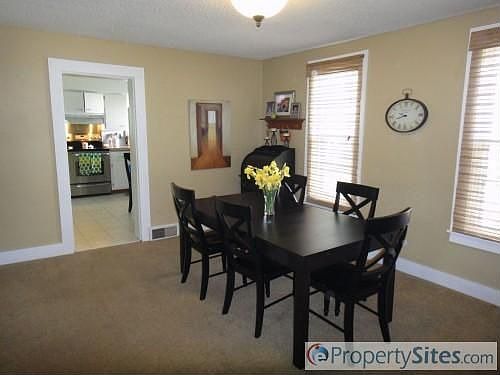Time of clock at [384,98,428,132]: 9:42
